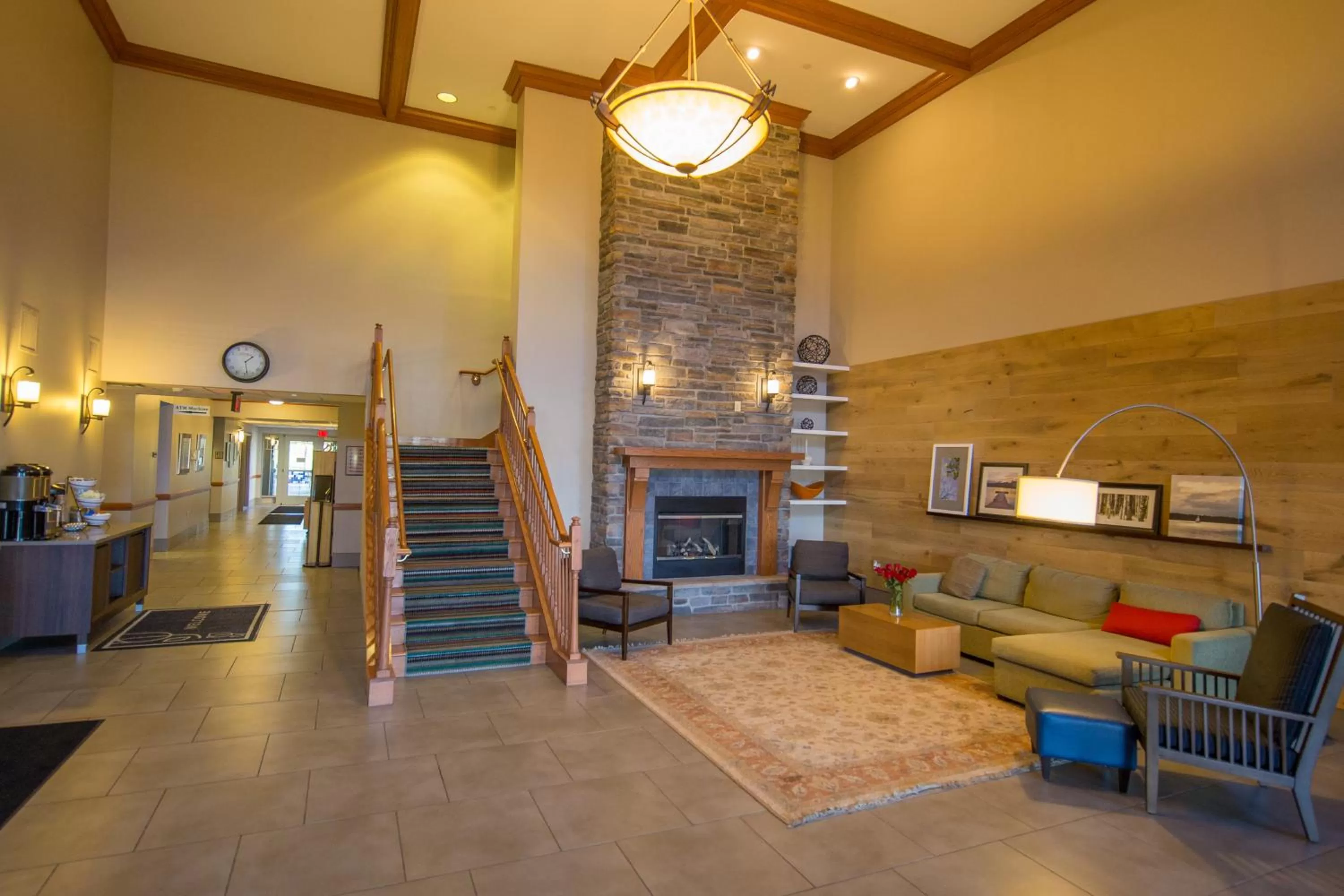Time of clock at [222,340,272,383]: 1:28
